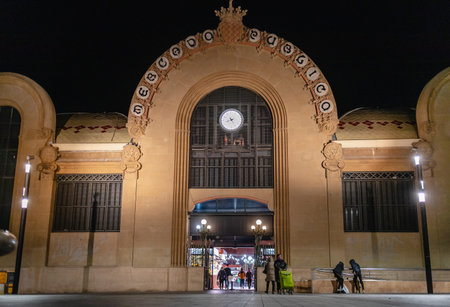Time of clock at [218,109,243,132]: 8:25
